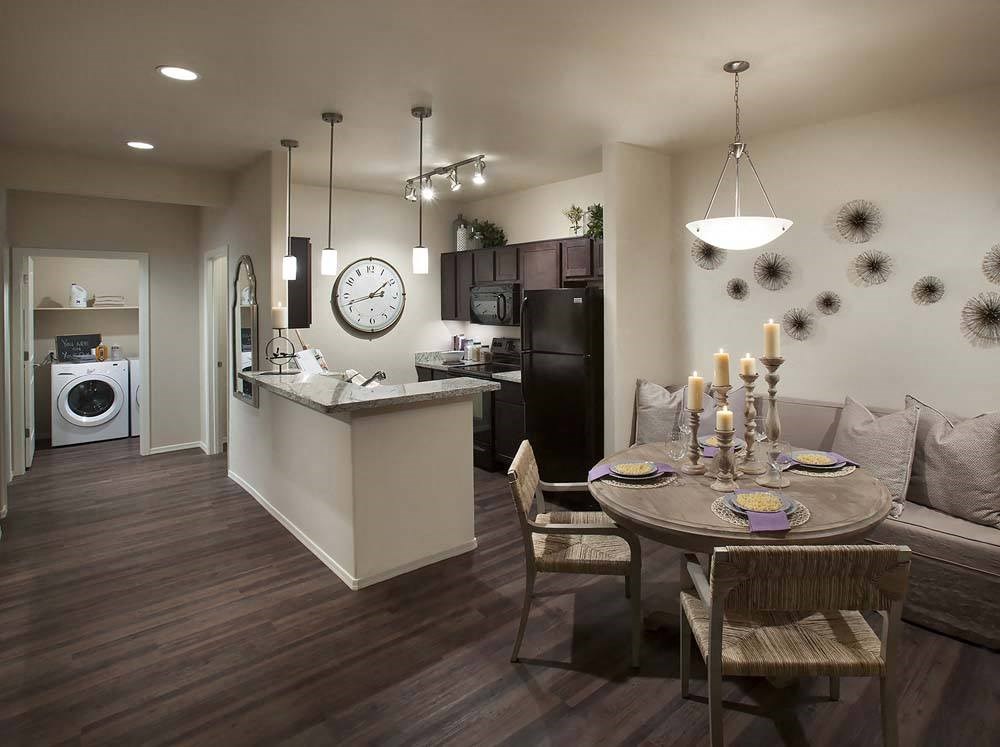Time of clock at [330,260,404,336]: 1:42
